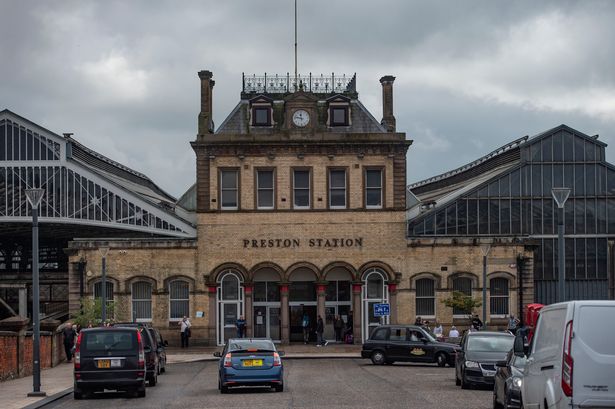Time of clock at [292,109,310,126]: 11:47
